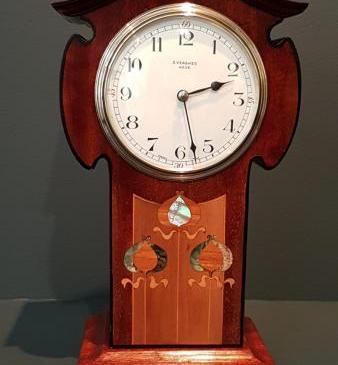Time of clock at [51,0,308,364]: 2:27
